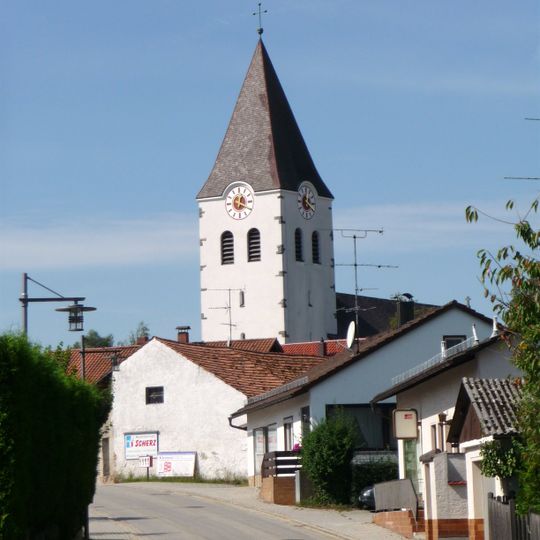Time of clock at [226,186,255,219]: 12:19
